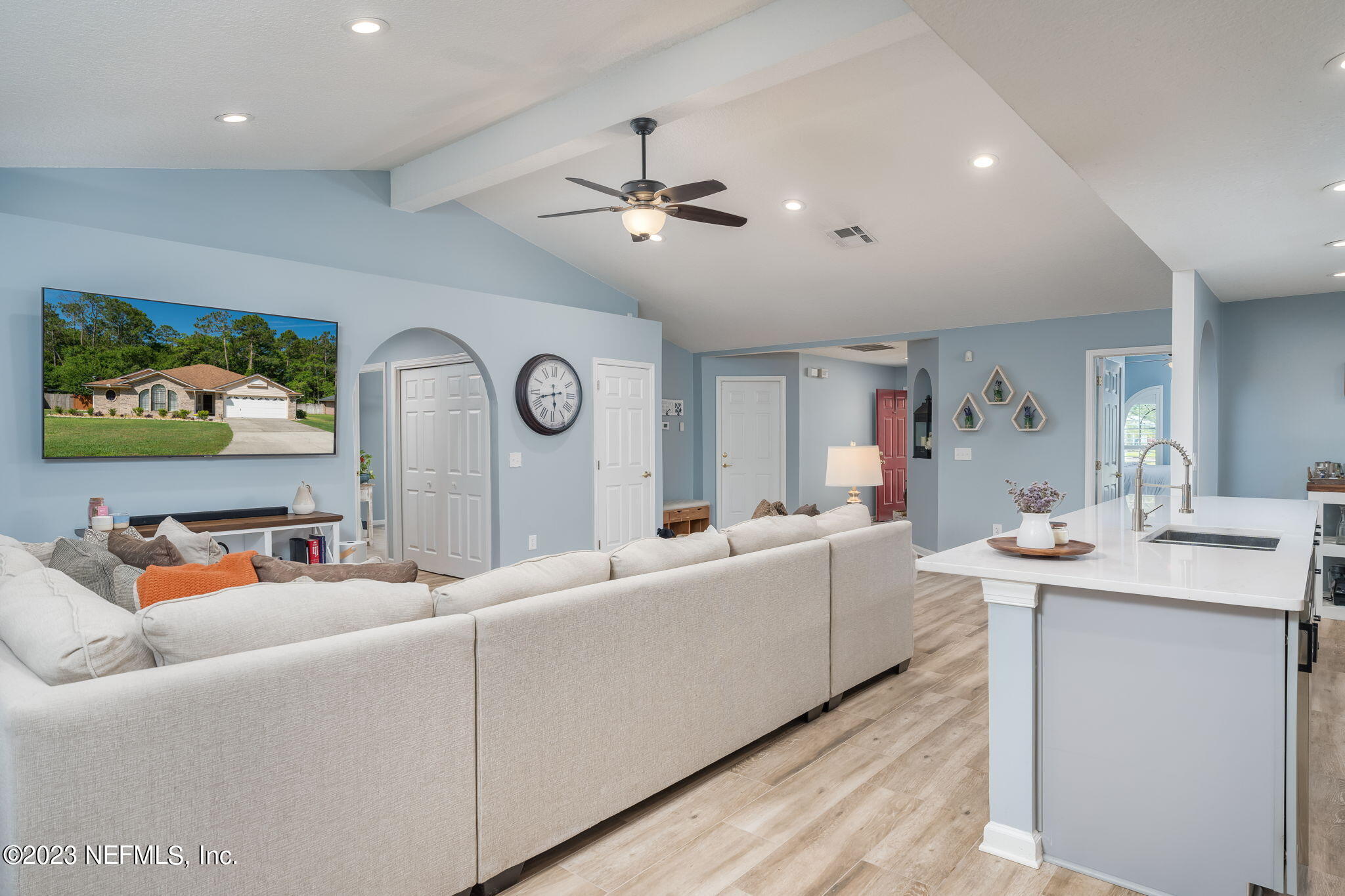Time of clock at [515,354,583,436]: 5:42
